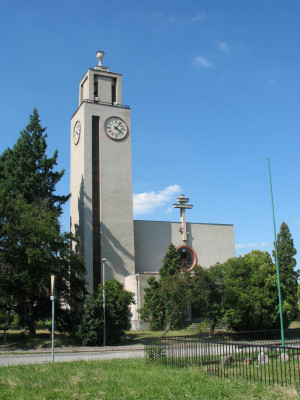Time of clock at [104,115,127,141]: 4:07
